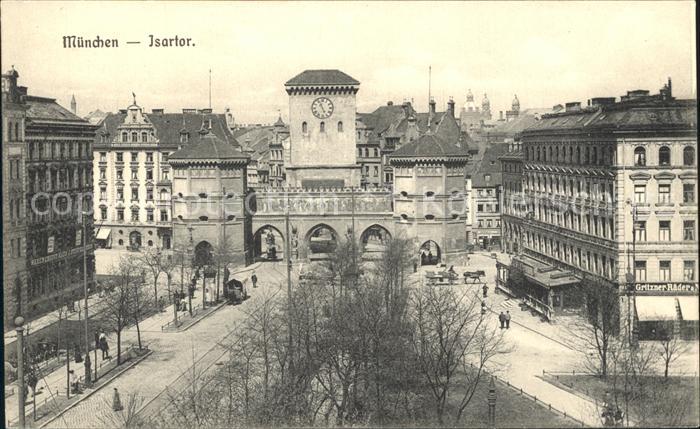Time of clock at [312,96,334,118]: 11:25
